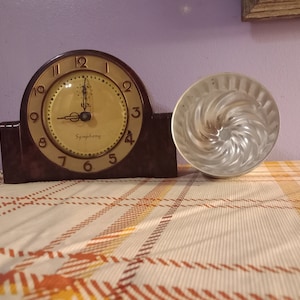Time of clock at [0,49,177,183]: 9:00
